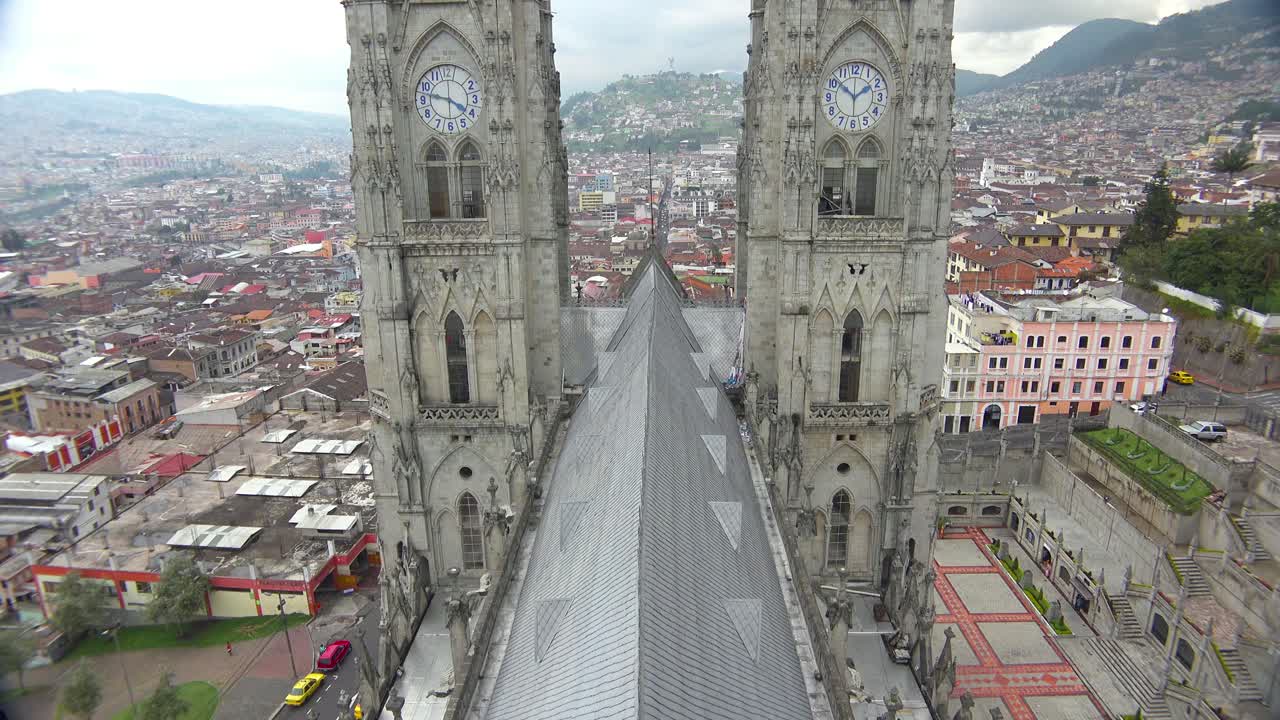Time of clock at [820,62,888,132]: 1:51
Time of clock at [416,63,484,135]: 3:47
